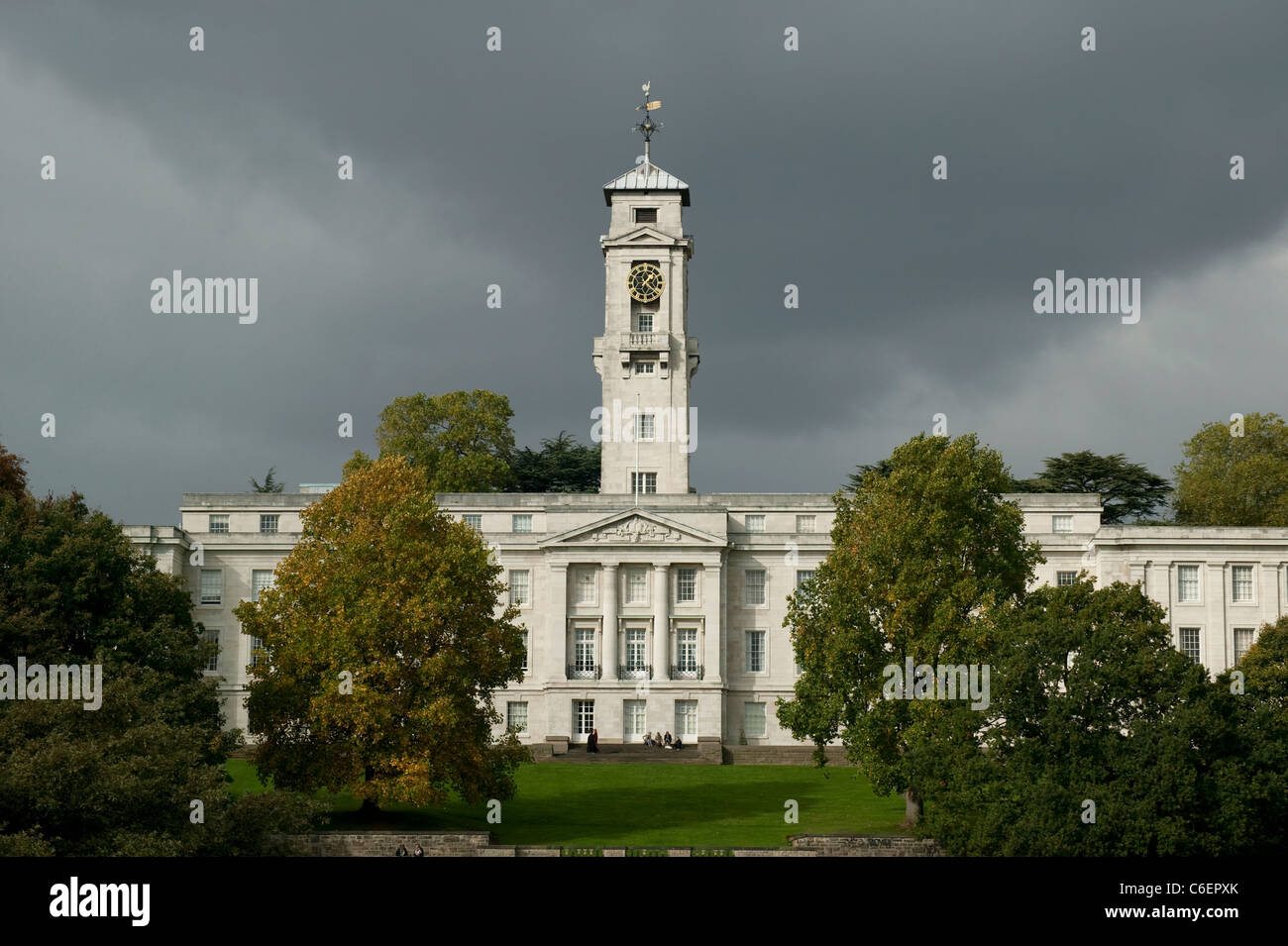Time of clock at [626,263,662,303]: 1:21
